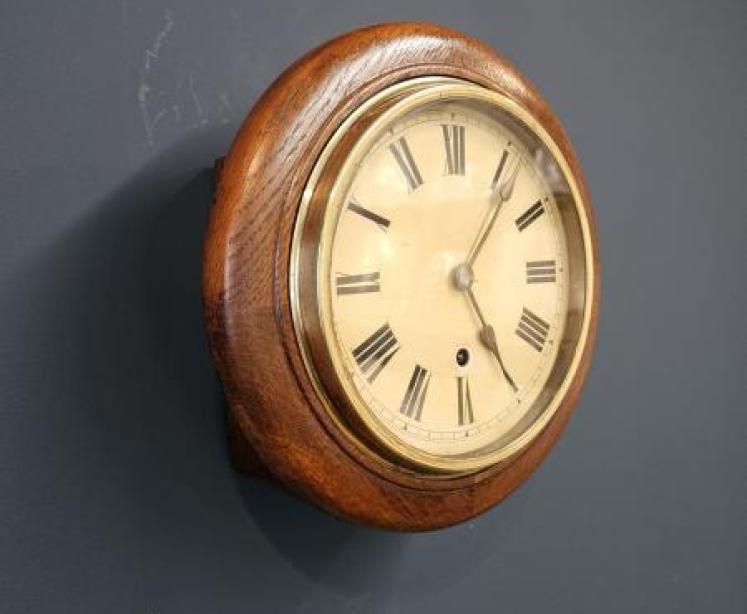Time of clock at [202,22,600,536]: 5:06
